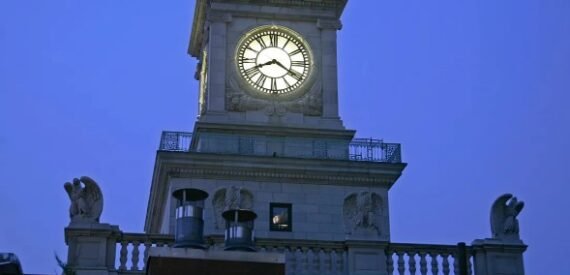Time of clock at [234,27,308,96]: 8:20
